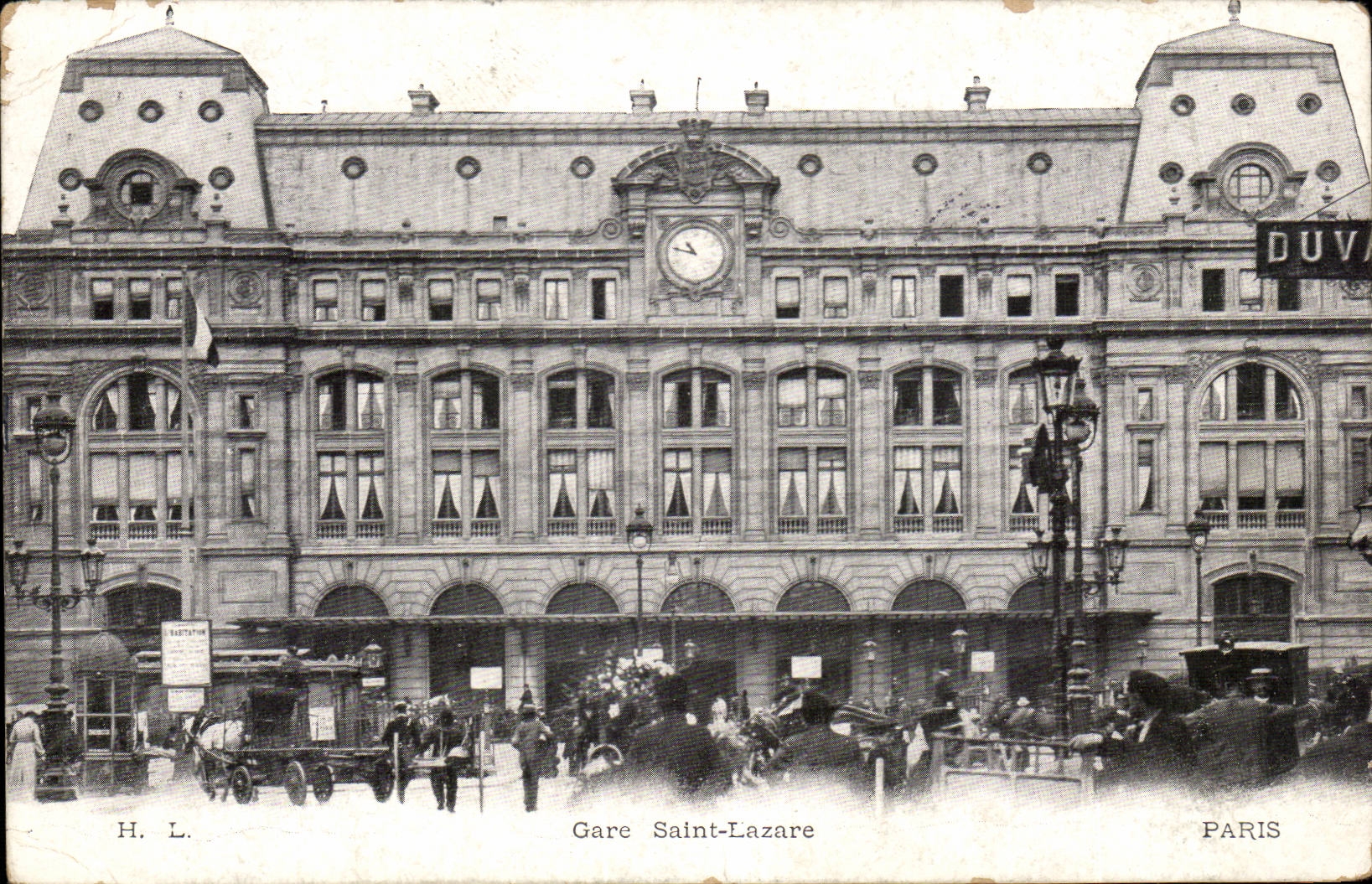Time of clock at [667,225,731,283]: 10:47
